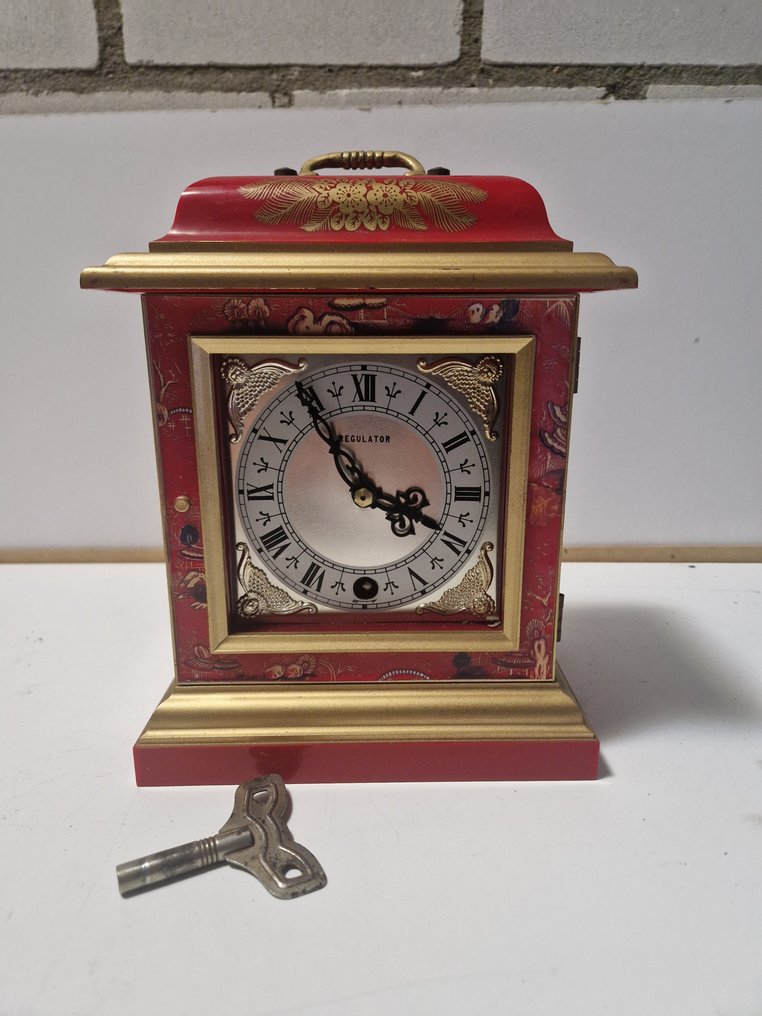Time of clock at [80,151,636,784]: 3:54
